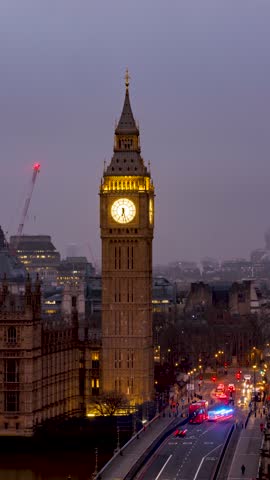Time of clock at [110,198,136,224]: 6:27
